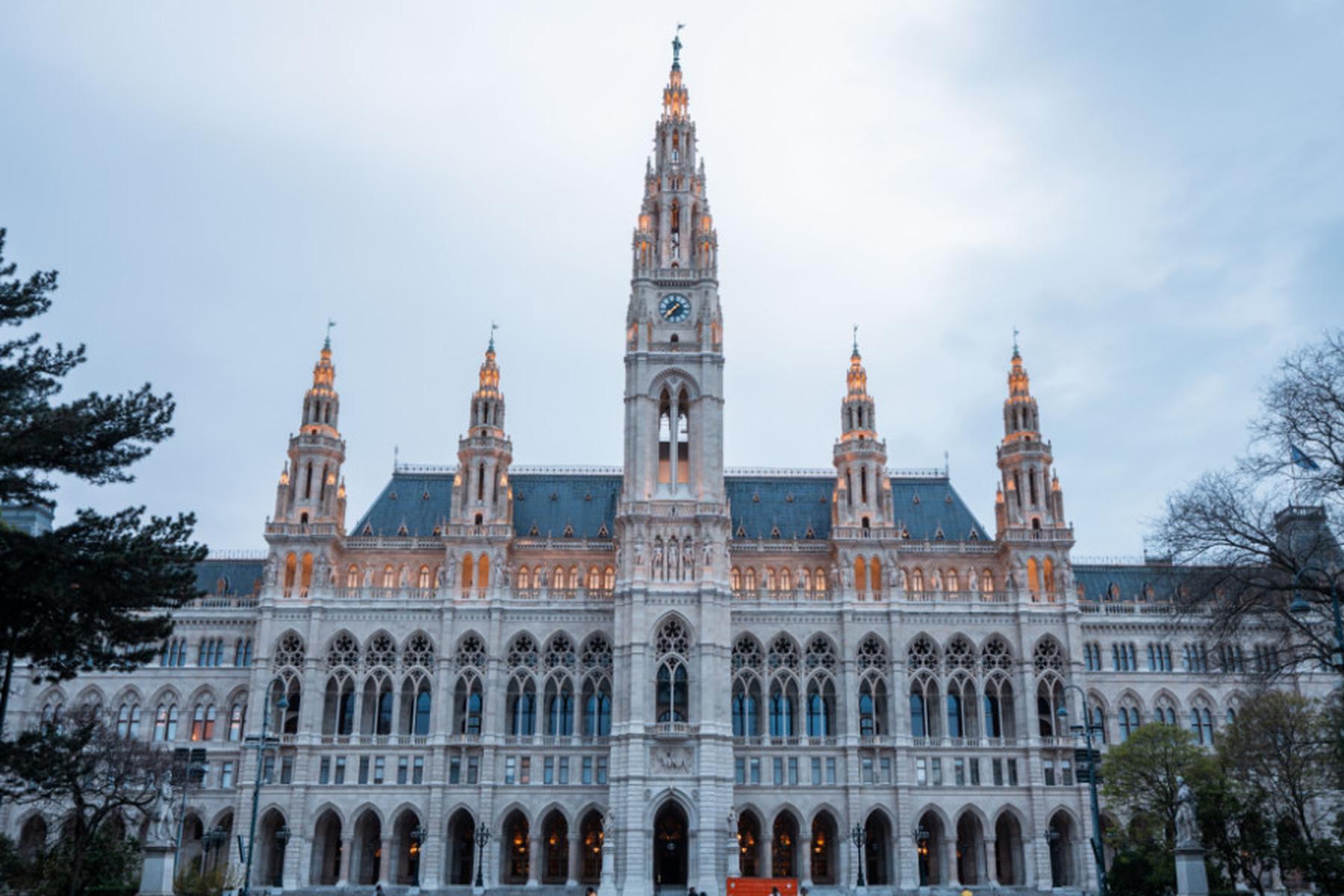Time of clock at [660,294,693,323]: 1:36
